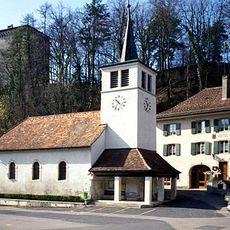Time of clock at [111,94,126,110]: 10:36
